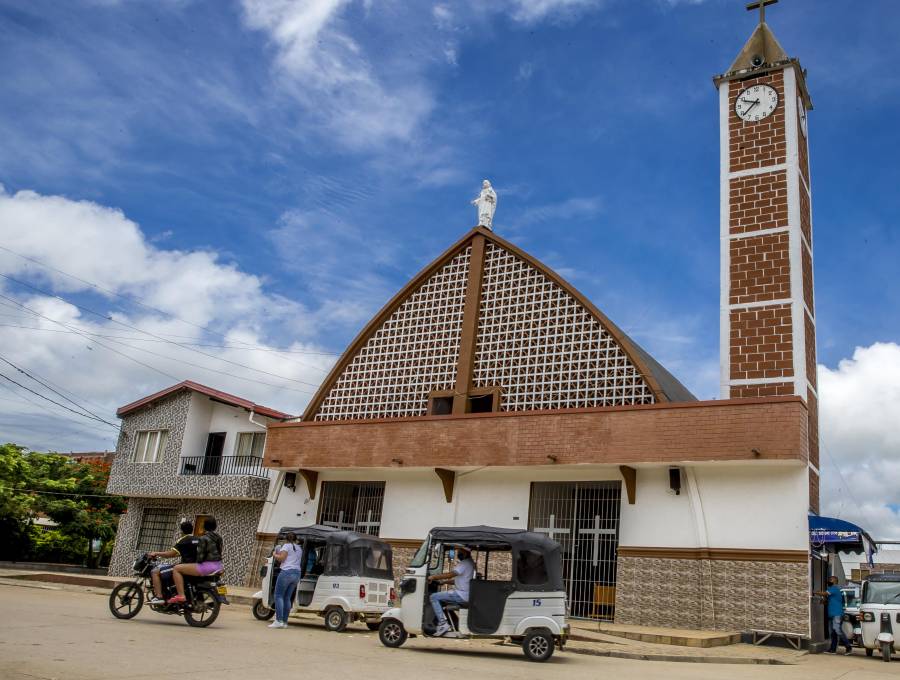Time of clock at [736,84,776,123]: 9:38
